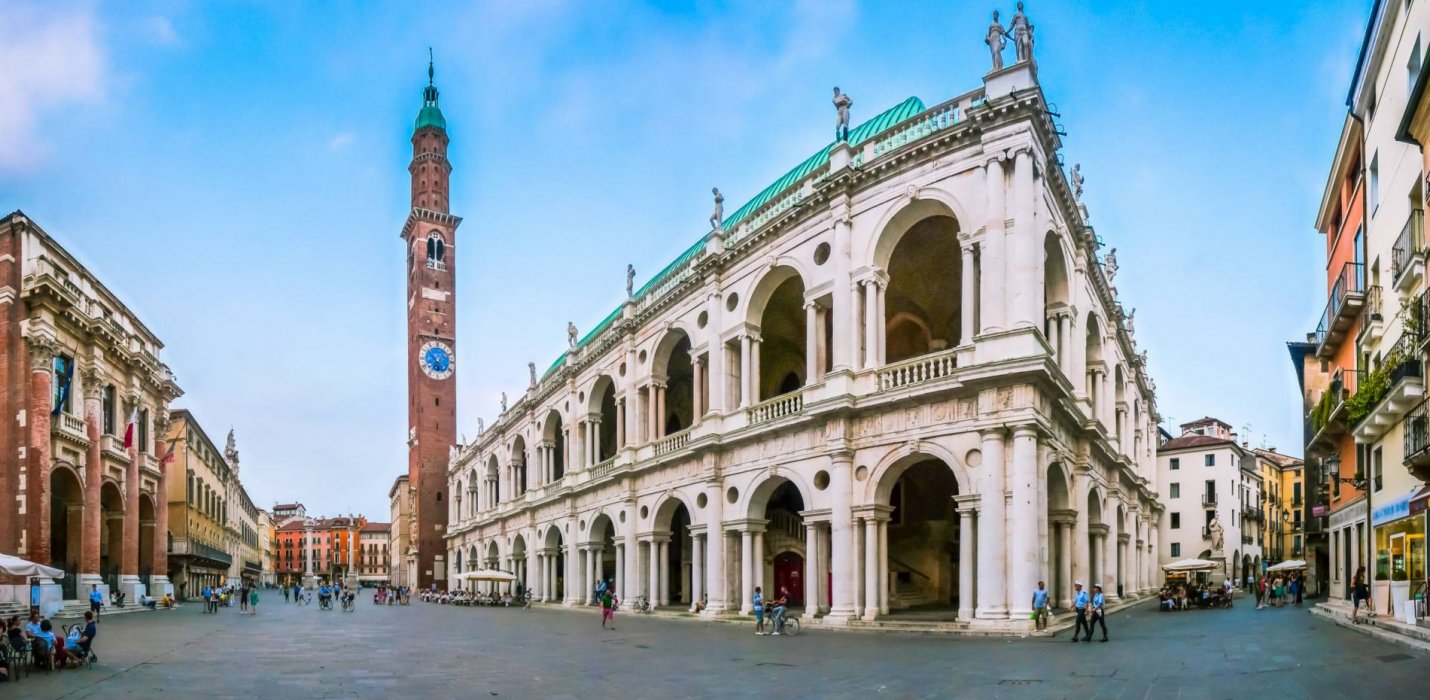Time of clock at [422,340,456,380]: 6:52
